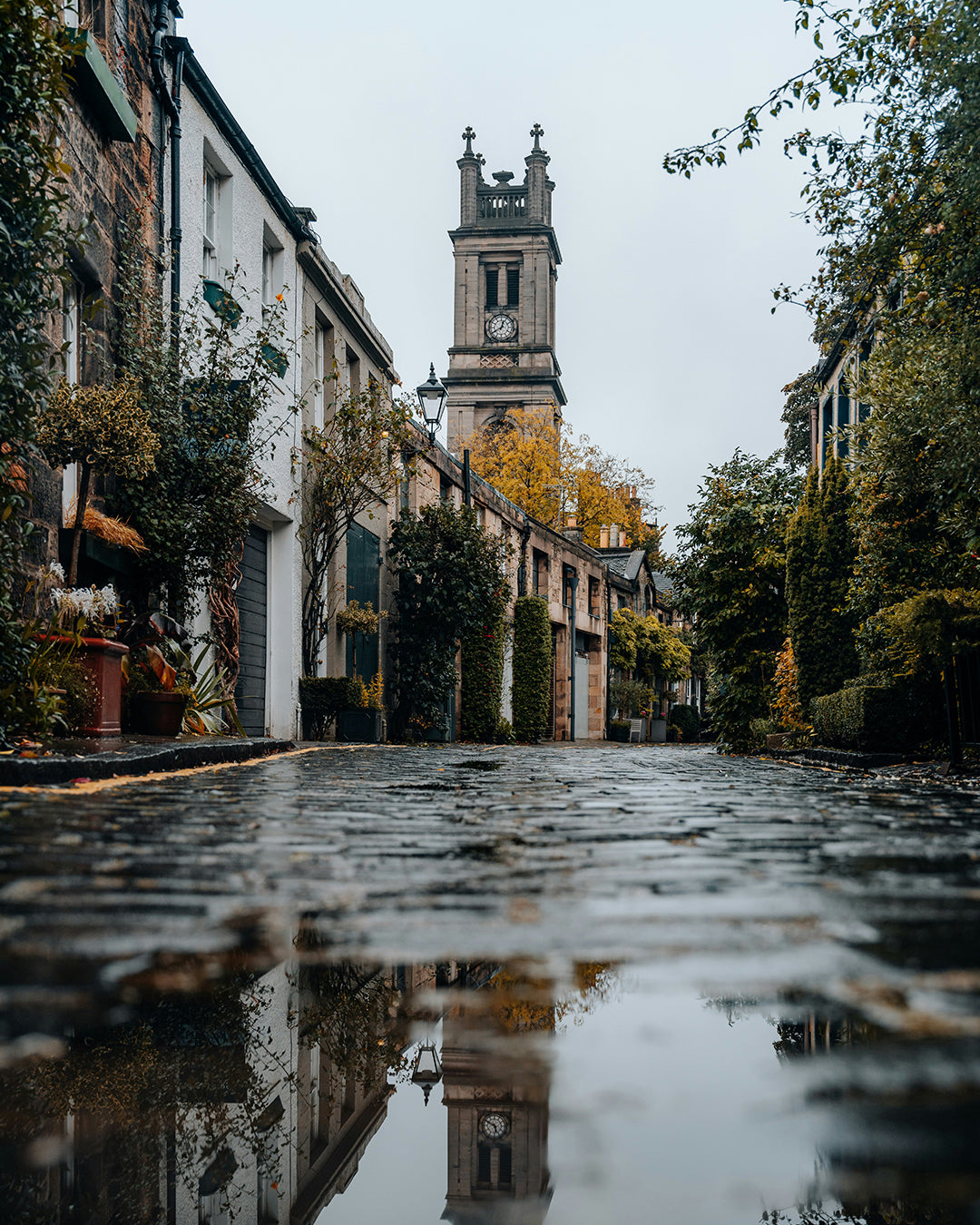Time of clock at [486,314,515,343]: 12:40
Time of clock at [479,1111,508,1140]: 5:49
